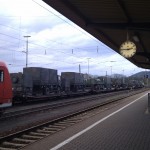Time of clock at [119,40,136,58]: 2:45
